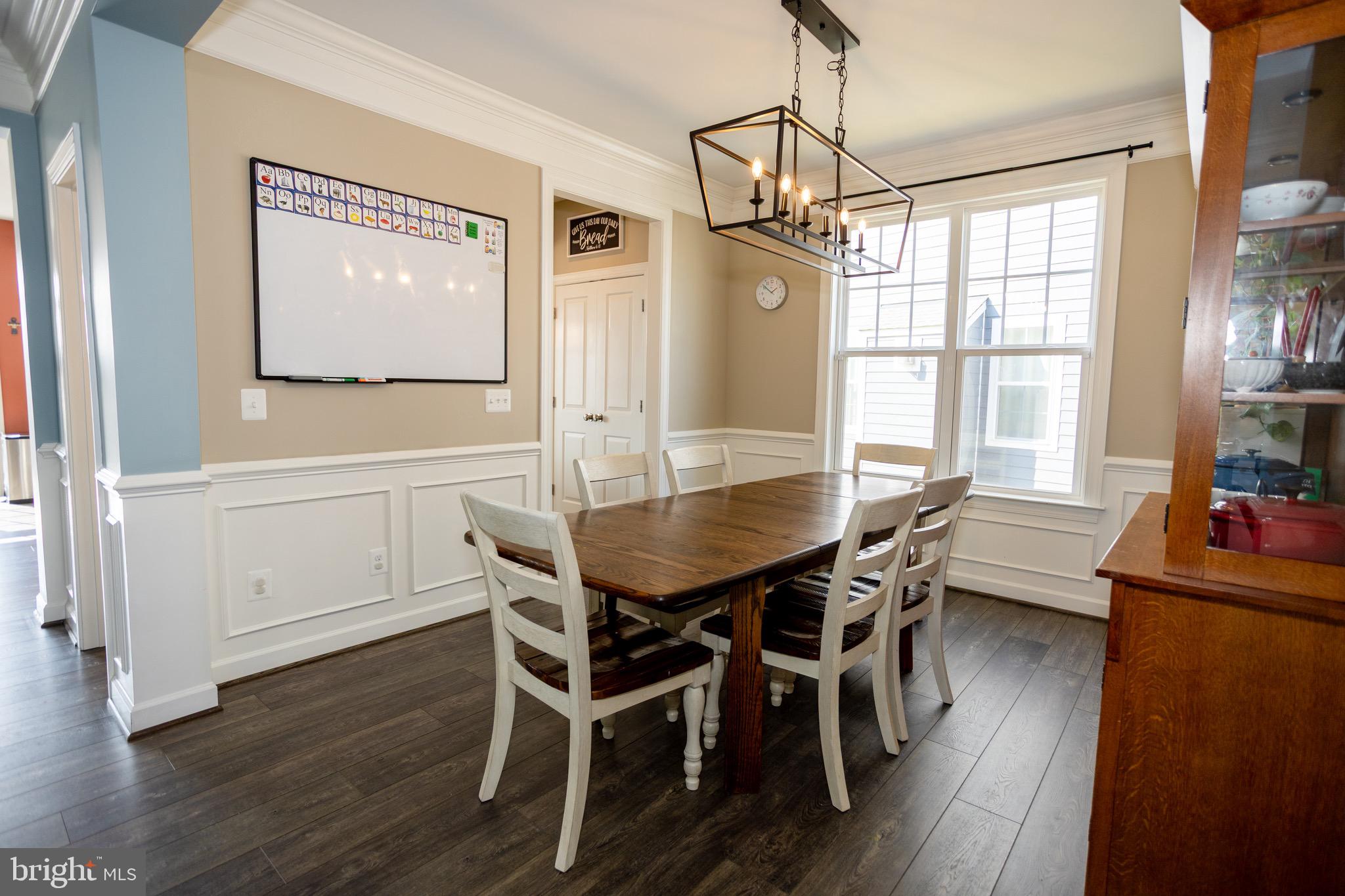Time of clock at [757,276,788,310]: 1:51
